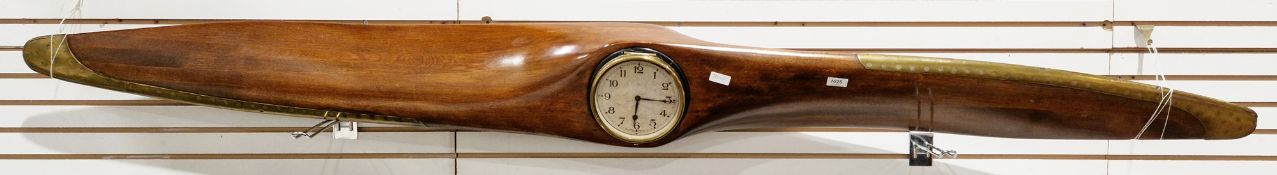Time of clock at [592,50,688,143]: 6:15
